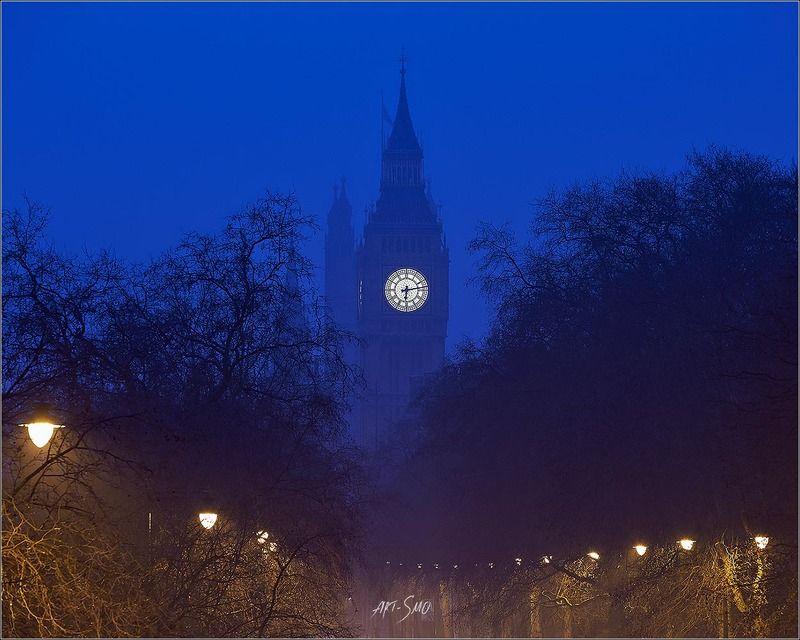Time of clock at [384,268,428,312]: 6:13
